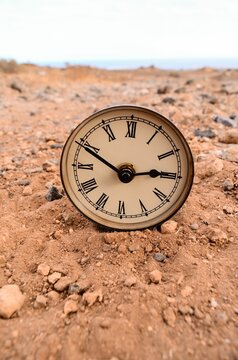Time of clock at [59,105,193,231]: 2:49
